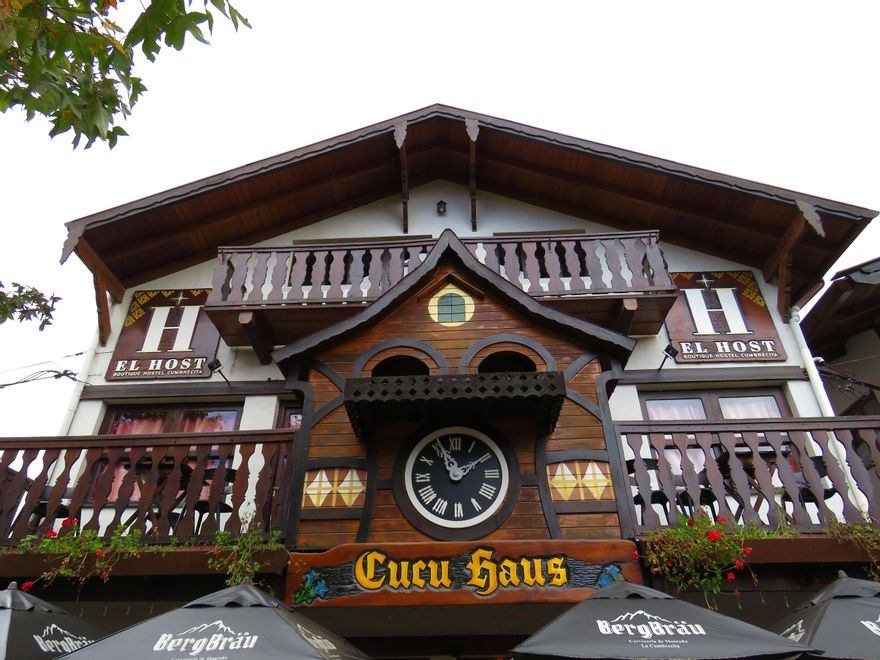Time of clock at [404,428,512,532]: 11:09
